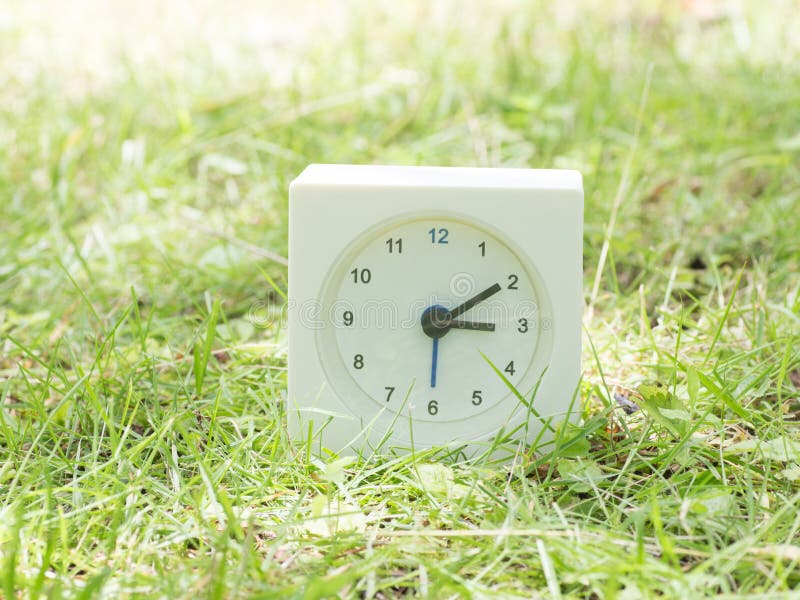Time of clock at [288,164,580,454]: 3:09
